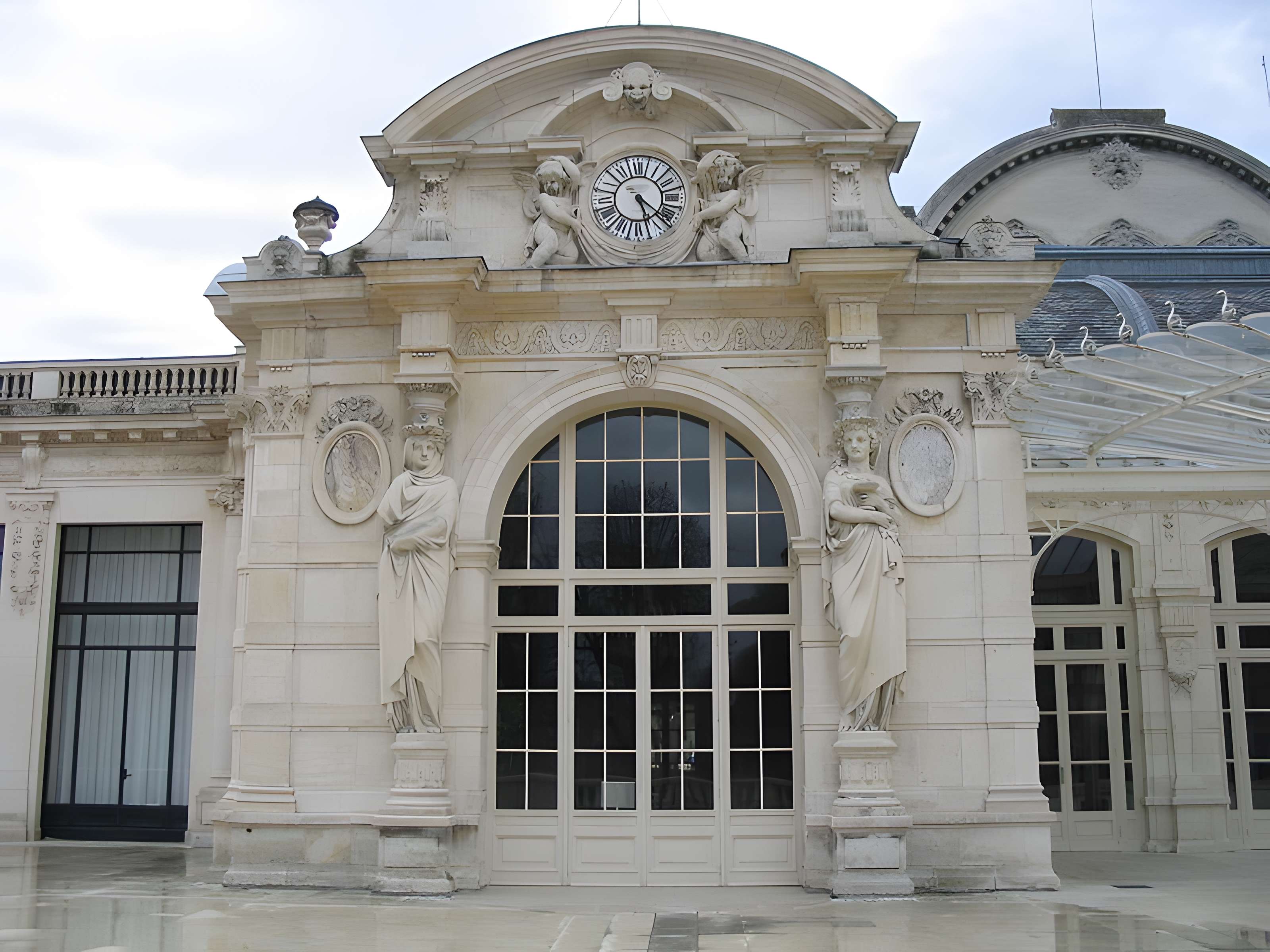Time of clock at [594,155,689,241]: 5:21
